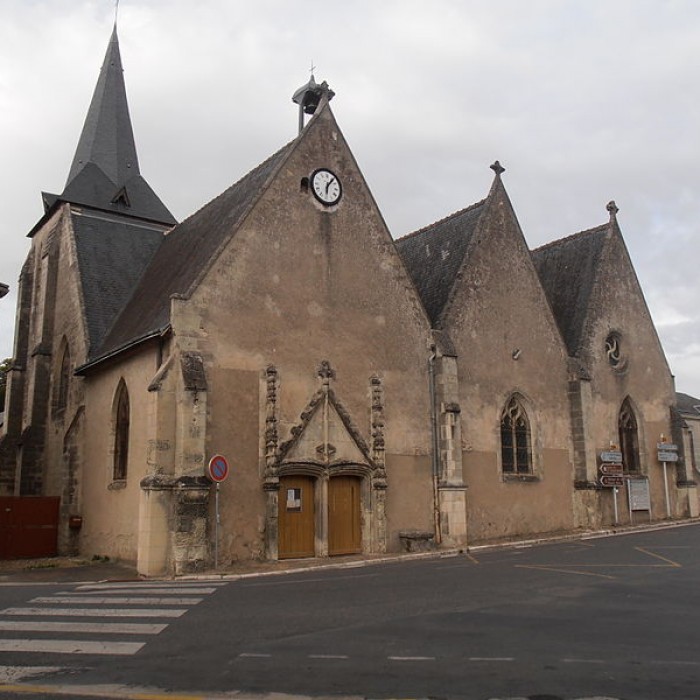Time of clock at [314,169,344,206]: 6:06
